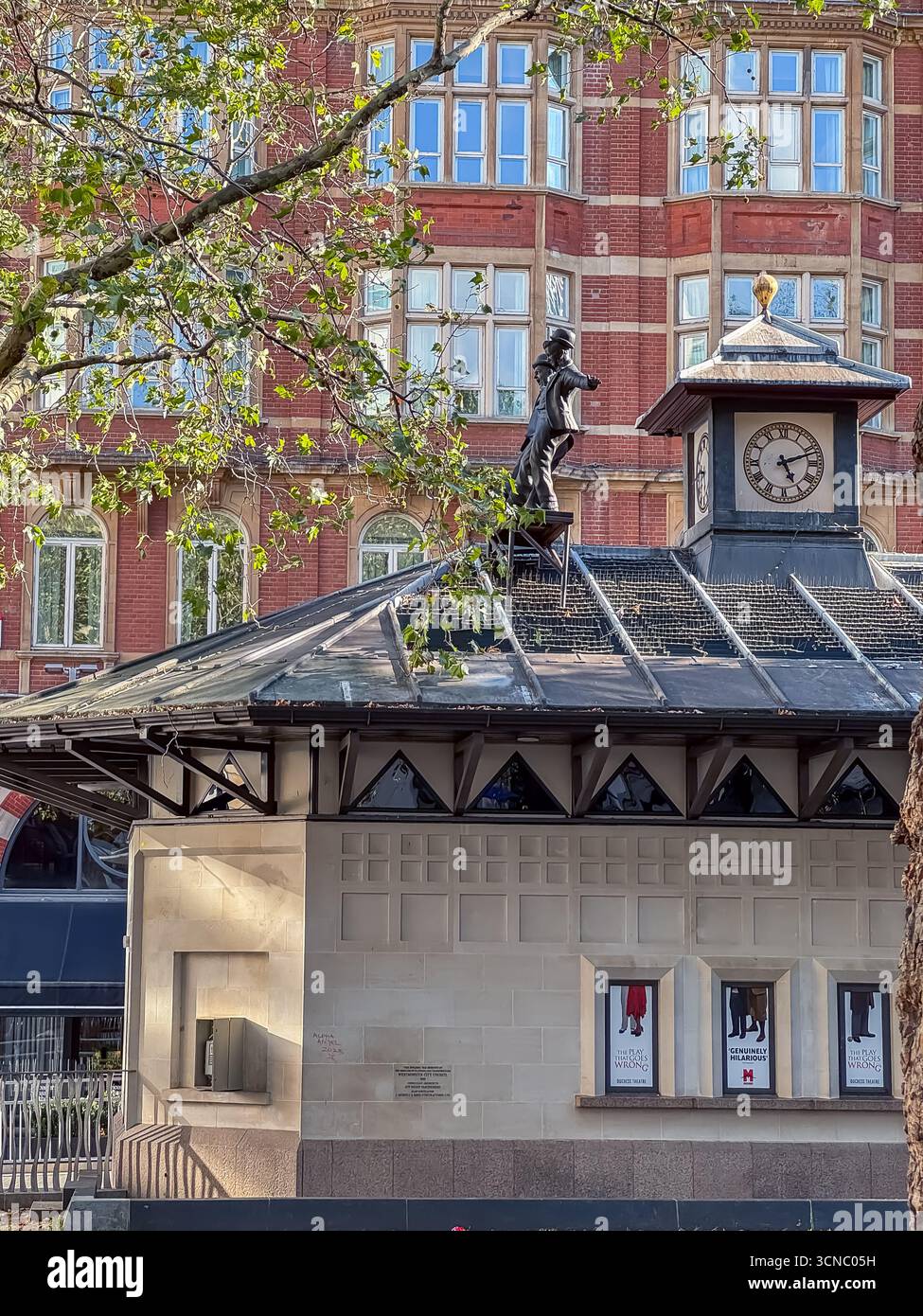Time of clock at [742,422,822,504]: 5:11
